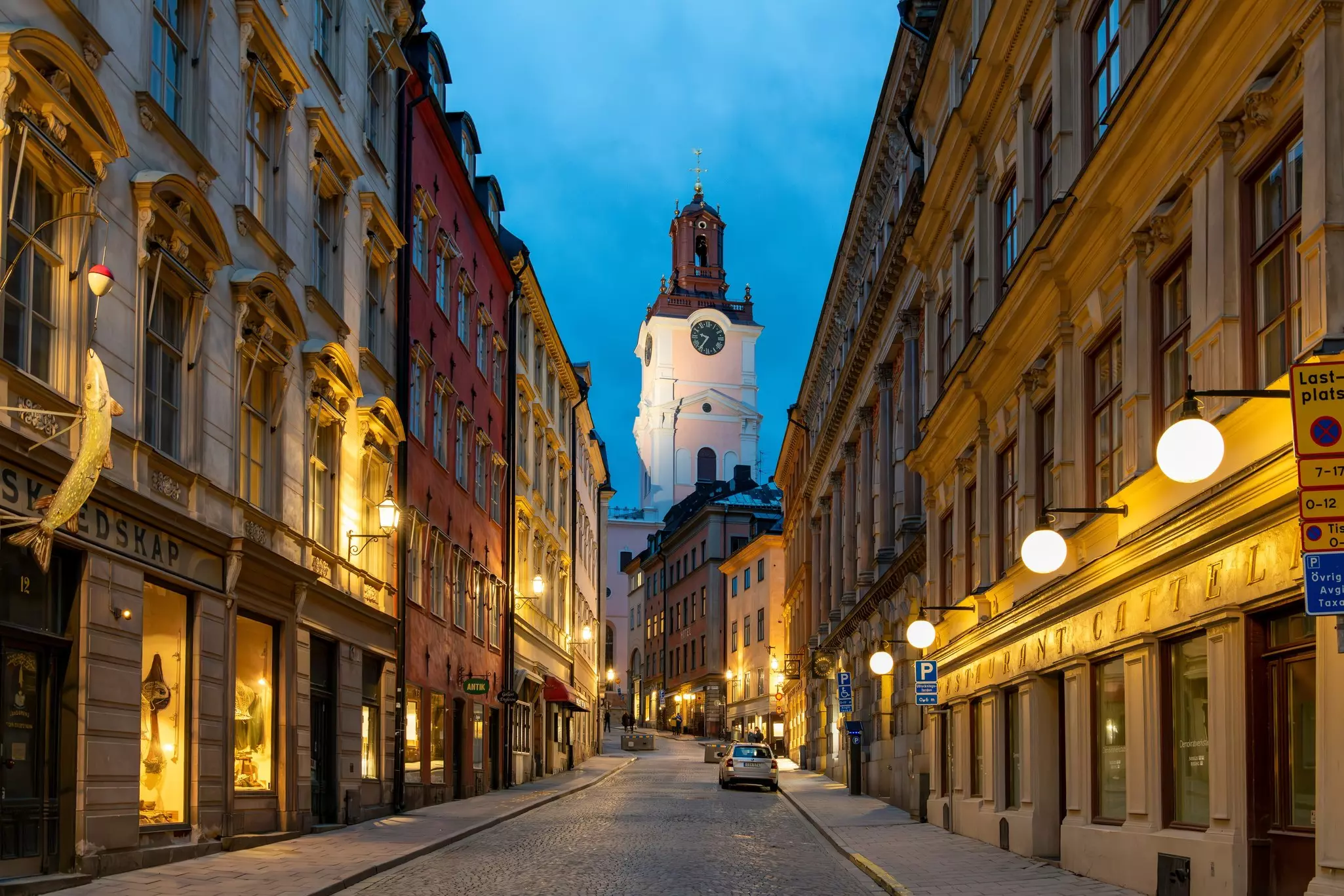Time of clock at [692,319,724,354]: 9:35
